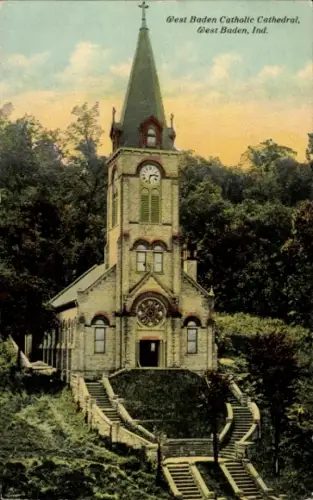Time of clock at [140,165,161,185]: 2:32
